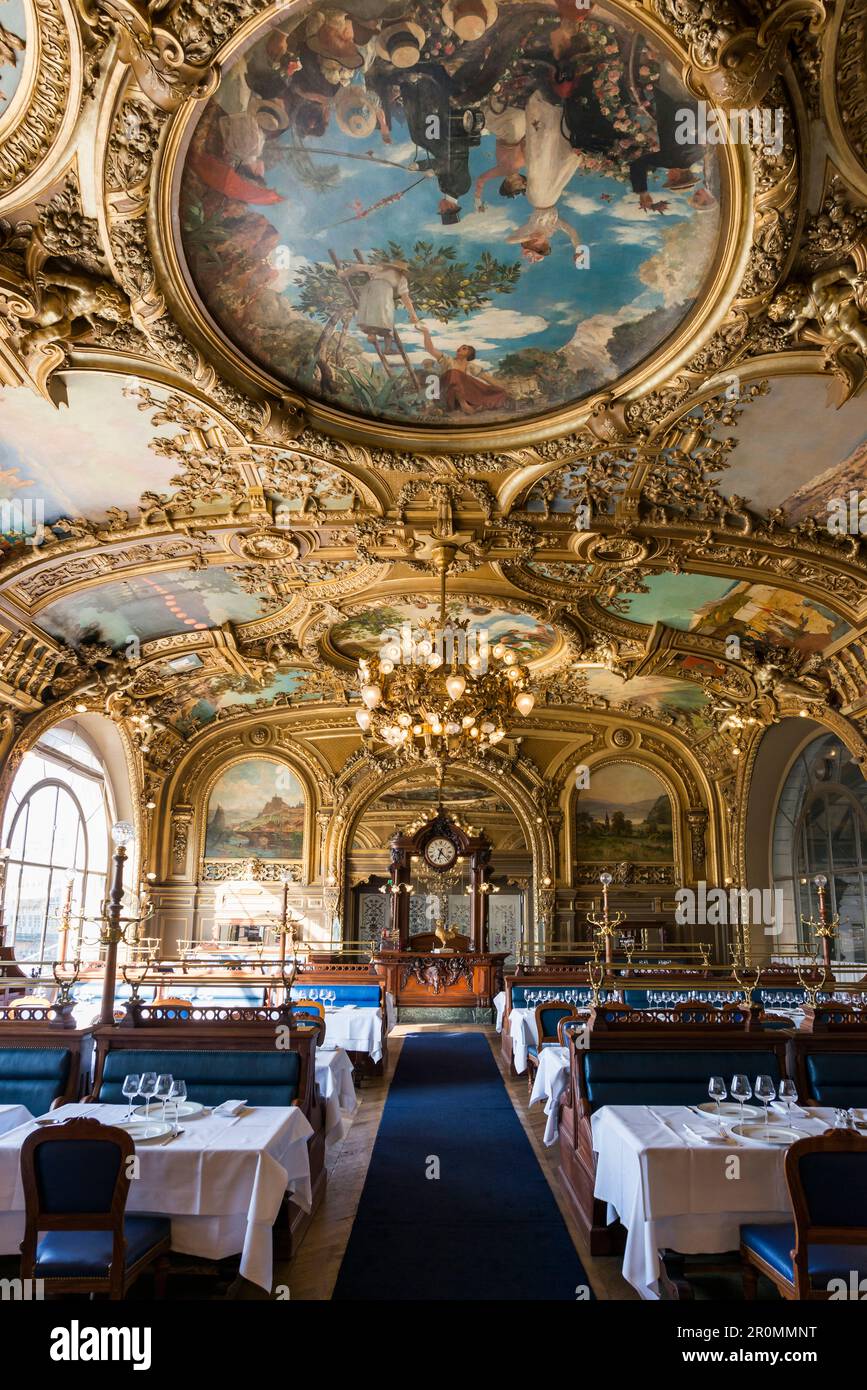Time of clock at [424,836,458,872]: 6:22
